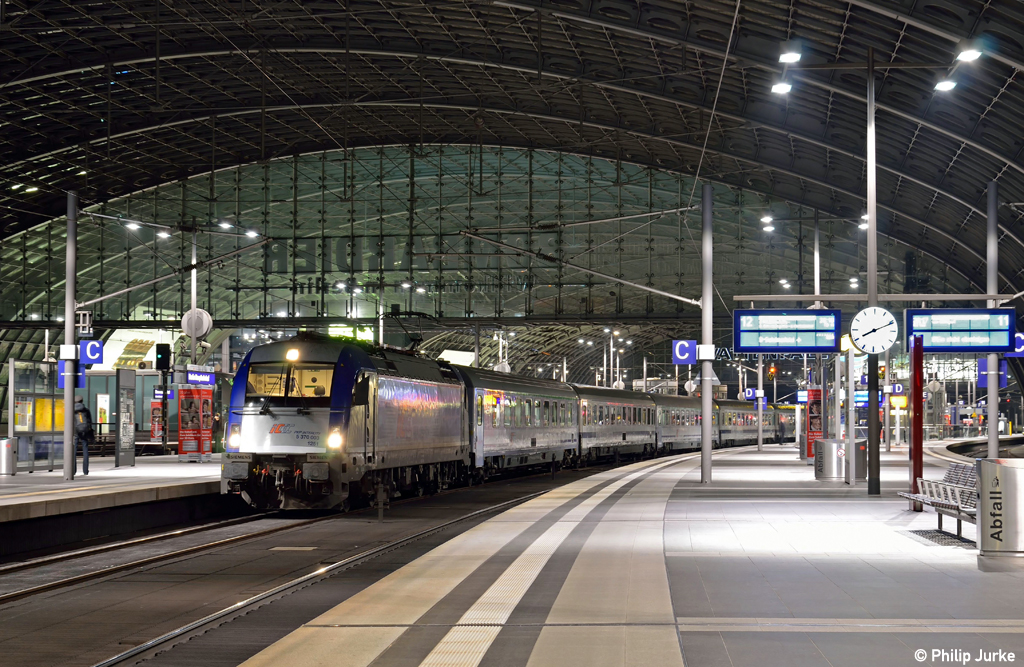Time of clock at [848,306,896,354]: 8:11
